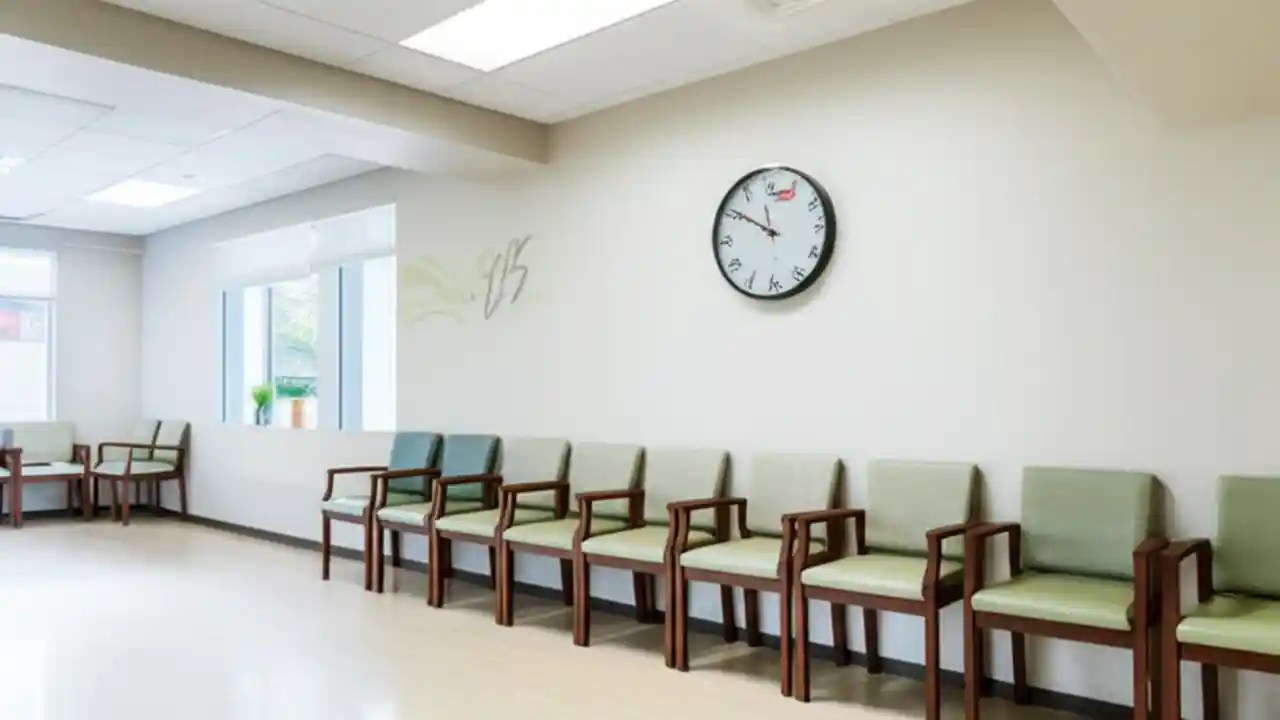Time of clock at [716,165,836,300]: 11:50
